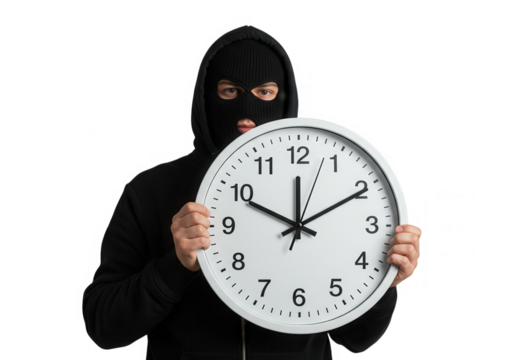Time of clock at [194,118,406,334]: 12:10
